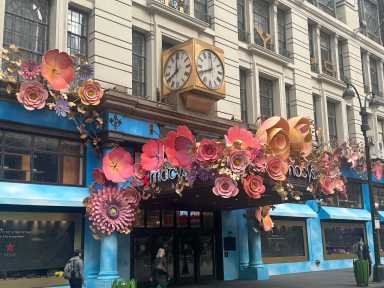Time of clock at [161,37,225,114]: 7:59
